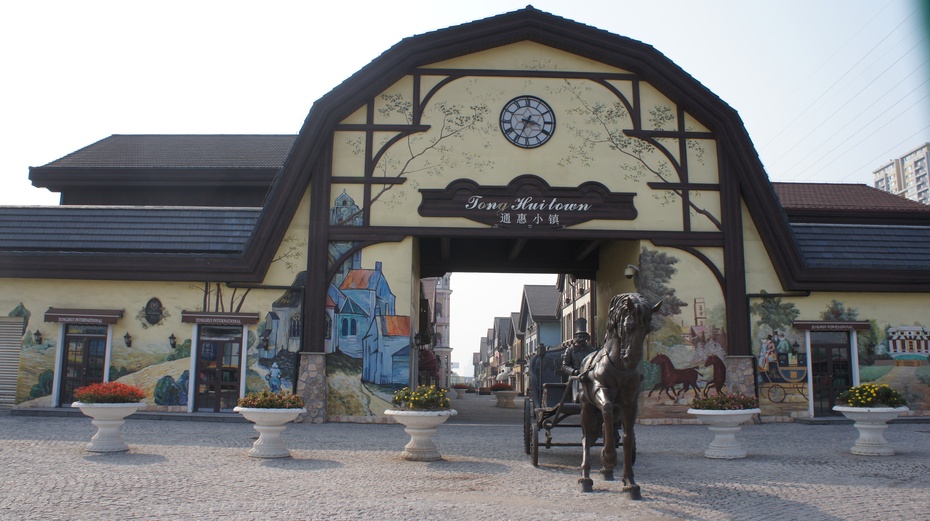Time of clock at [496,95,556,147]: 3:34
